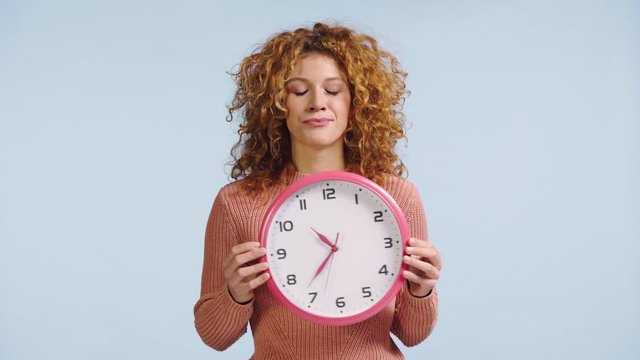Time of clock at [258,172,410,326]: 10:36
